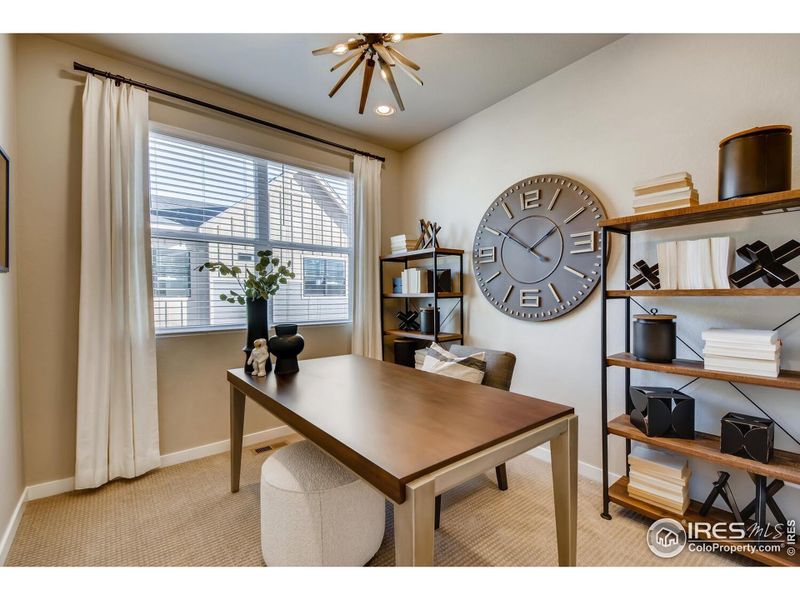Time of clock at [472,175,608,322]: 1:50
